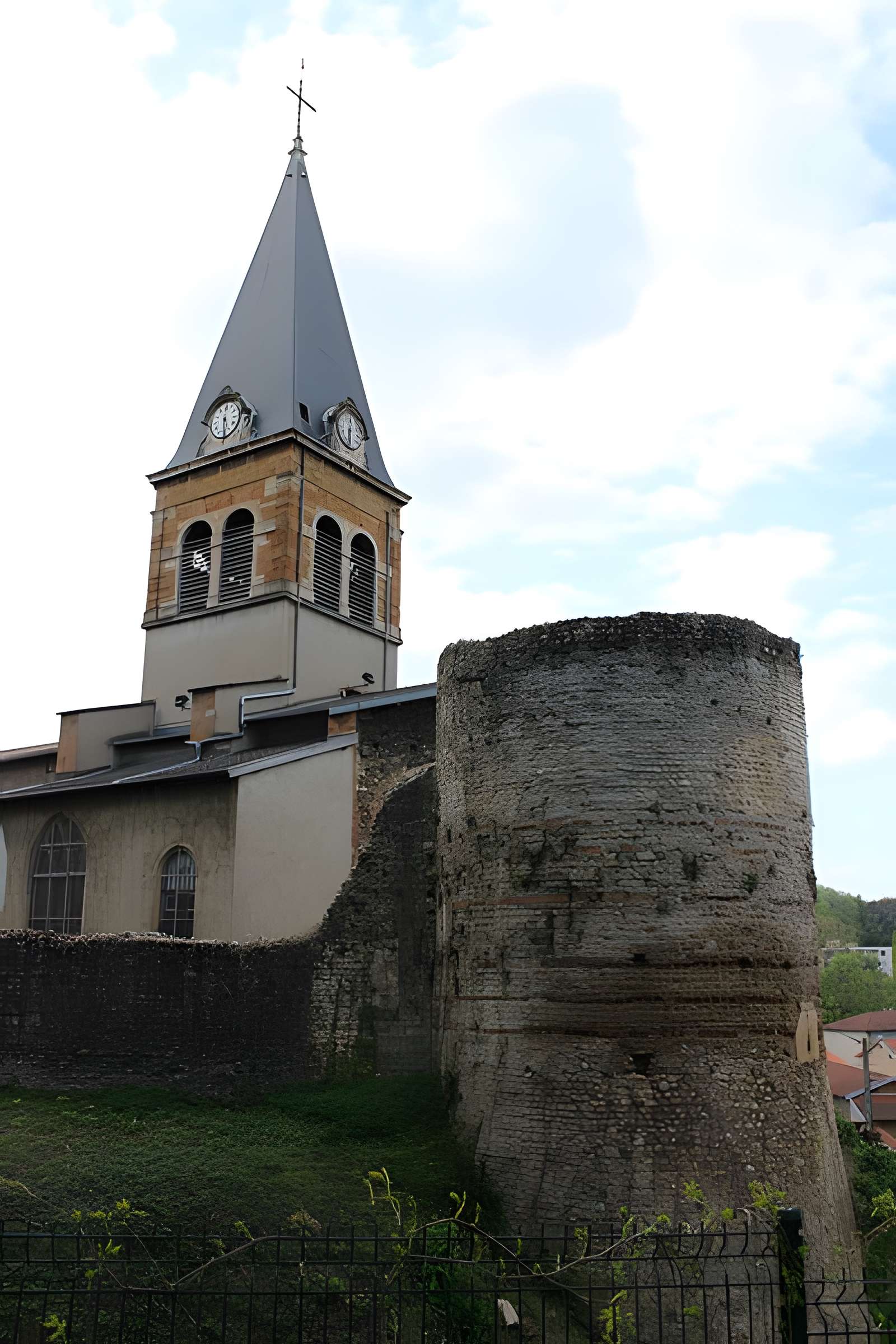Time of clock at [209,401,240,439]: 5:29
